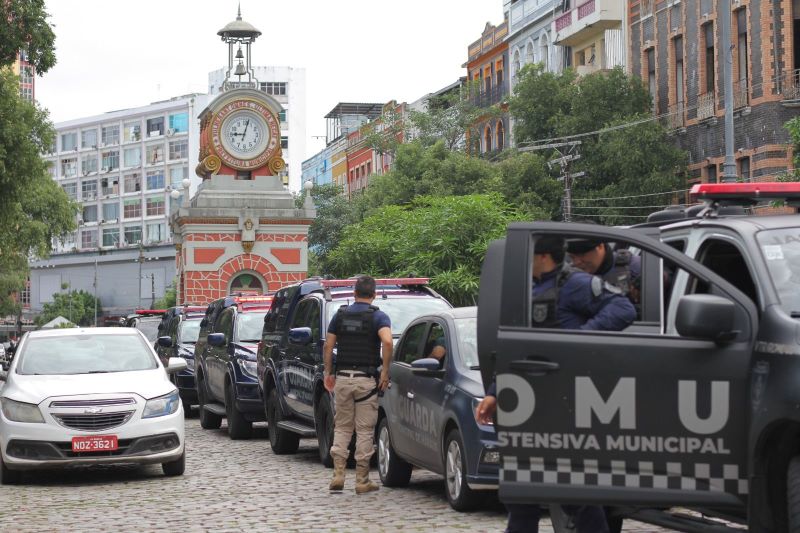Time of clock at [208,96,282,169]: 9:02
